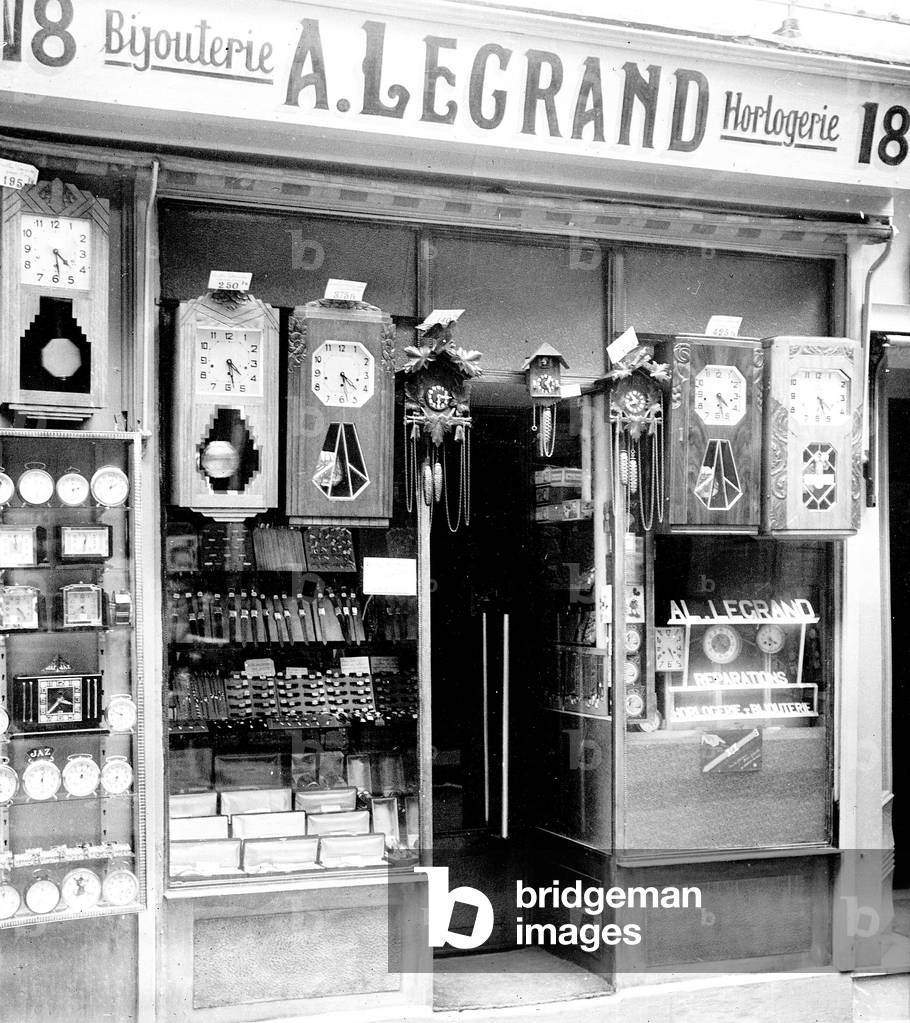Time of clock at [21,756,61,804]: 12:28
